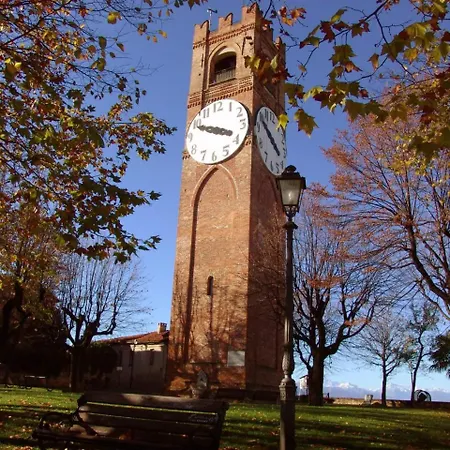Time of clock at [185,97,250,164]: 3:48
